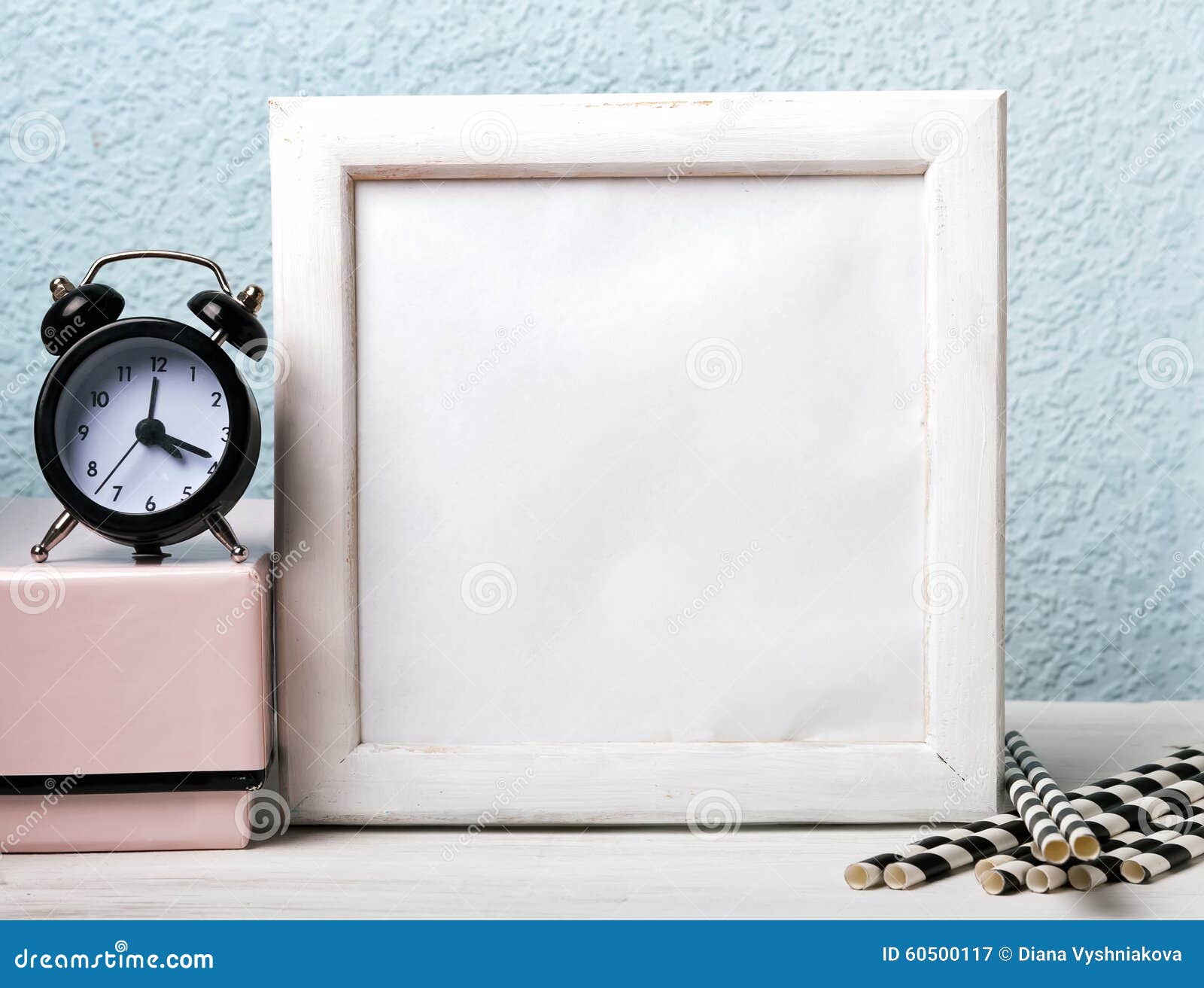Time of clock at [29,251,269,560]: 4:18
